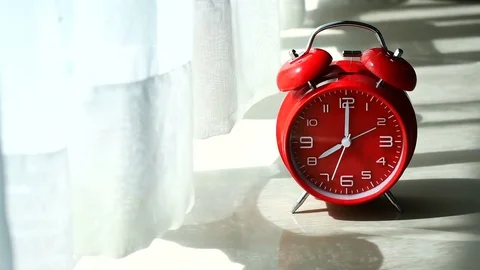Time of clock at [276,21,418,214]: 8:00
